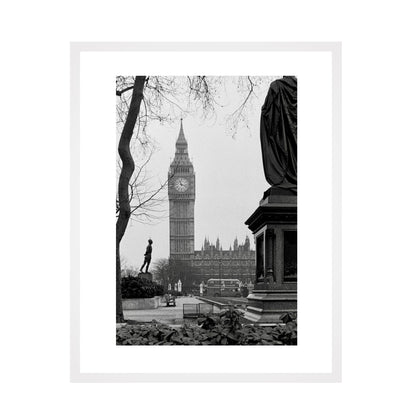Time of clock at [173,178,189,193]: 11:17
